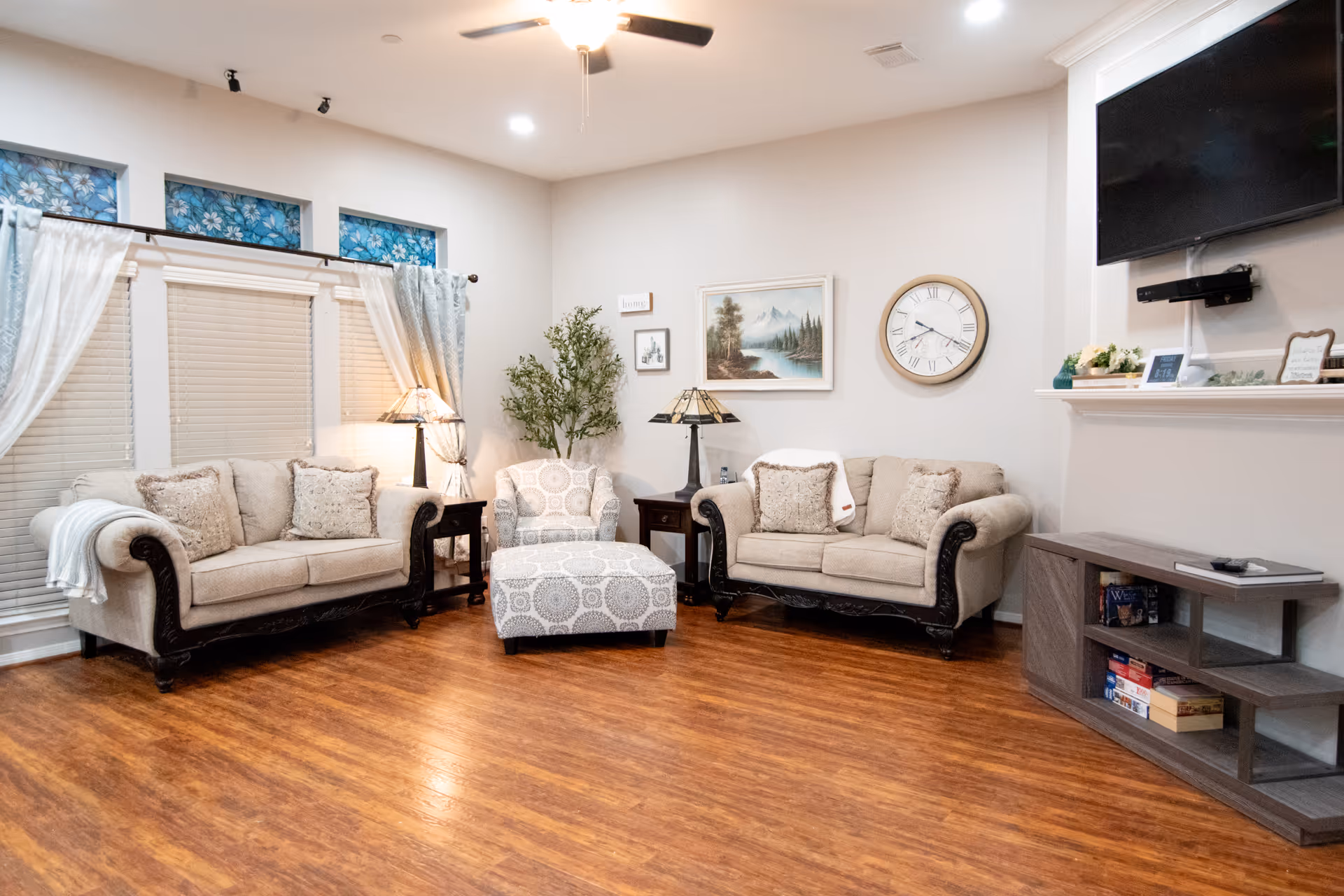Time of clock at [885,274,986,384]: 8:19
